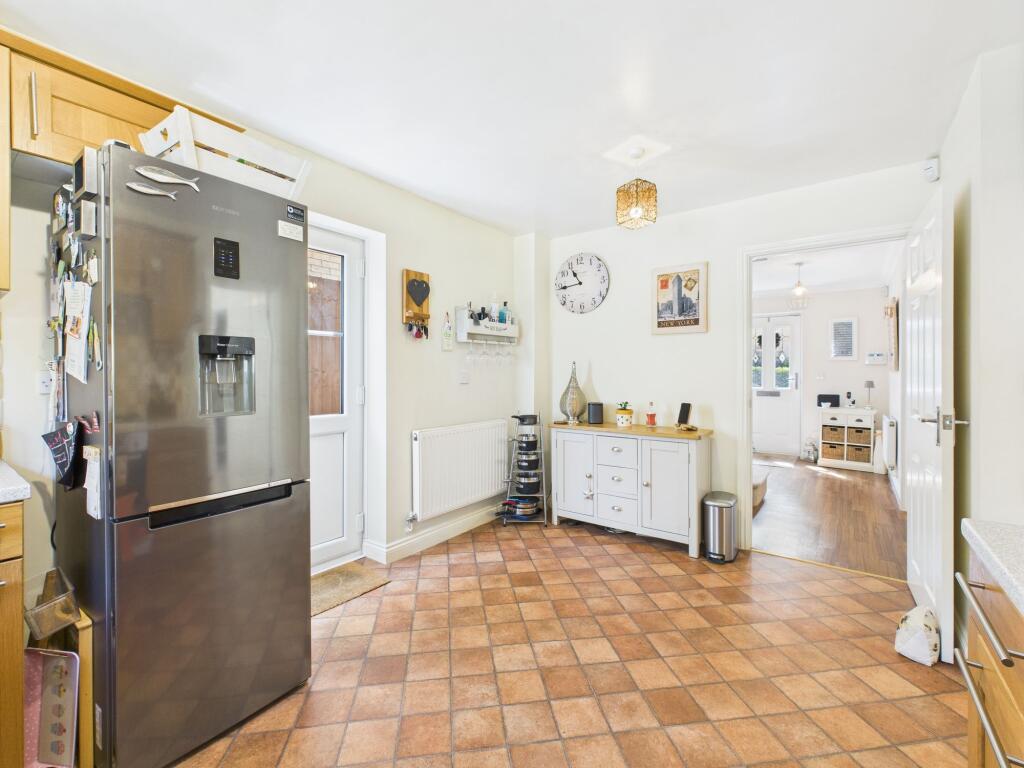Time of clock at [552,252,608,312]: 10:44
